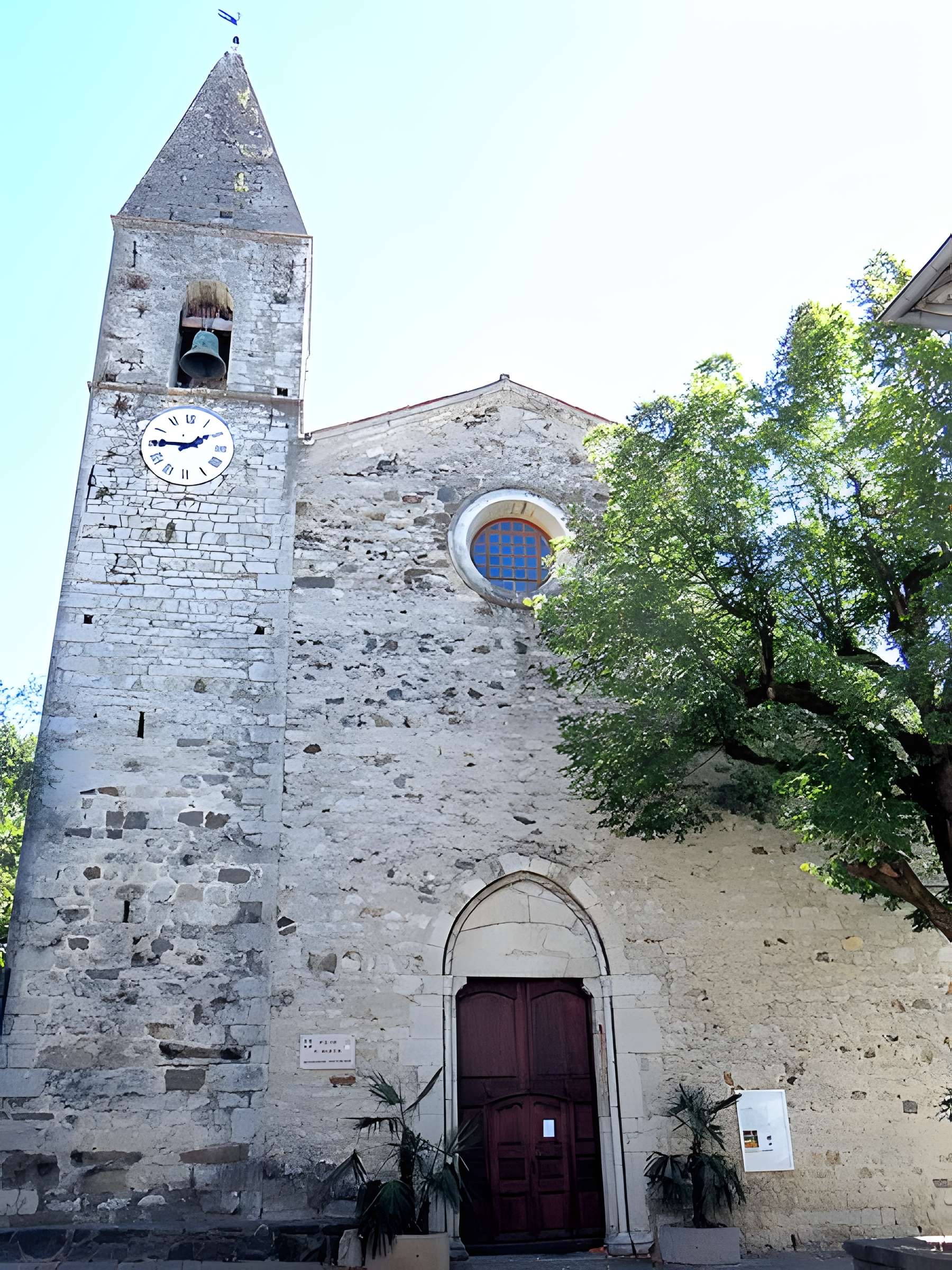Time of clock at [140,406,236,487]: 1:45
